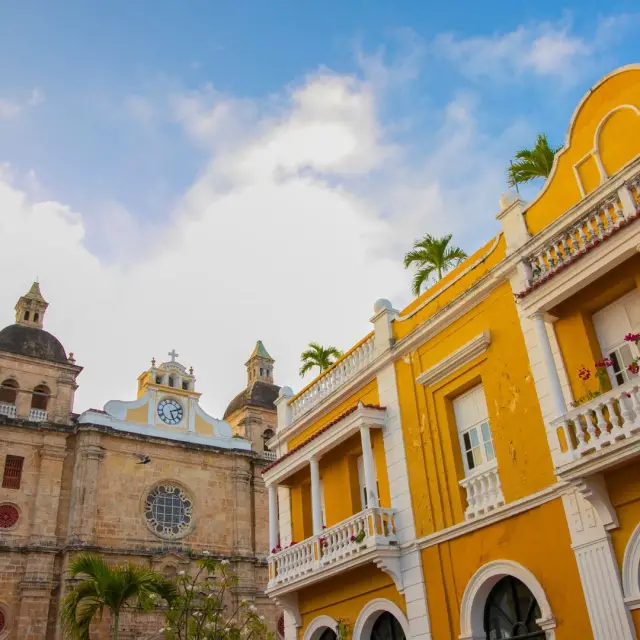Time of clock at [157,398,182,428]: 5:11
